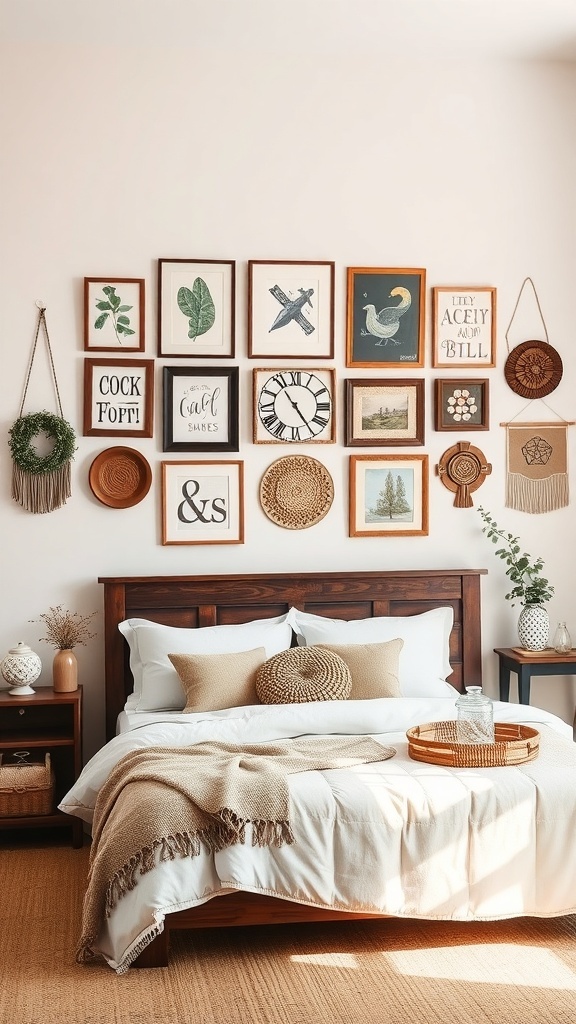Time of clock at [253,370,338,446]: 4:54
